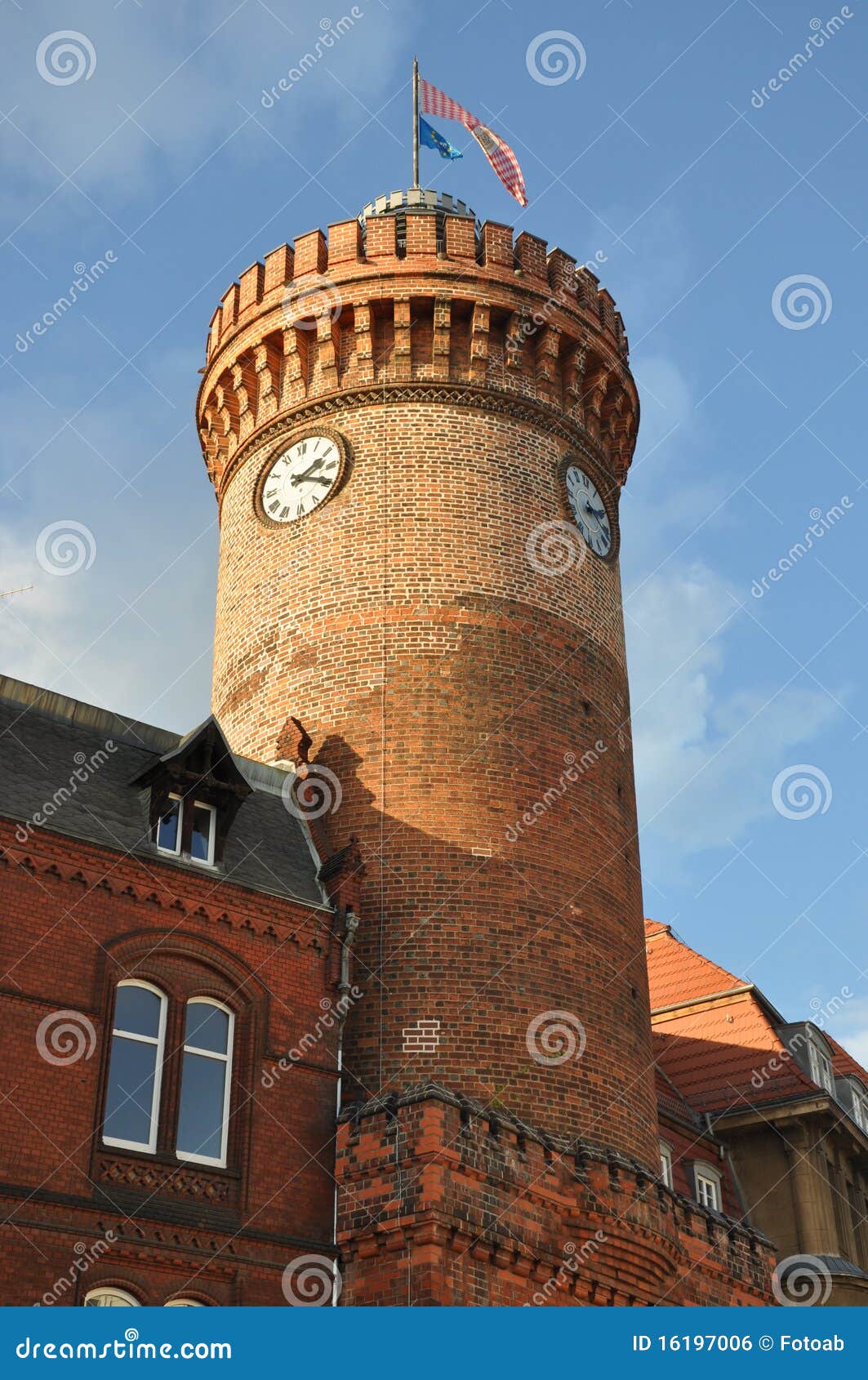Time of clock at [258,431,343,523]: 2:19
